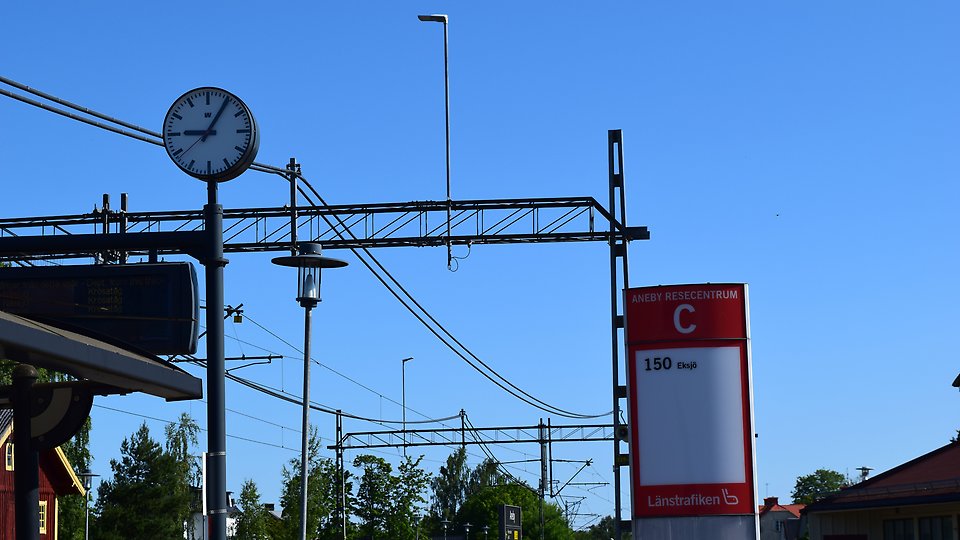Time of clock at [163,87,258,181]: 9:05
